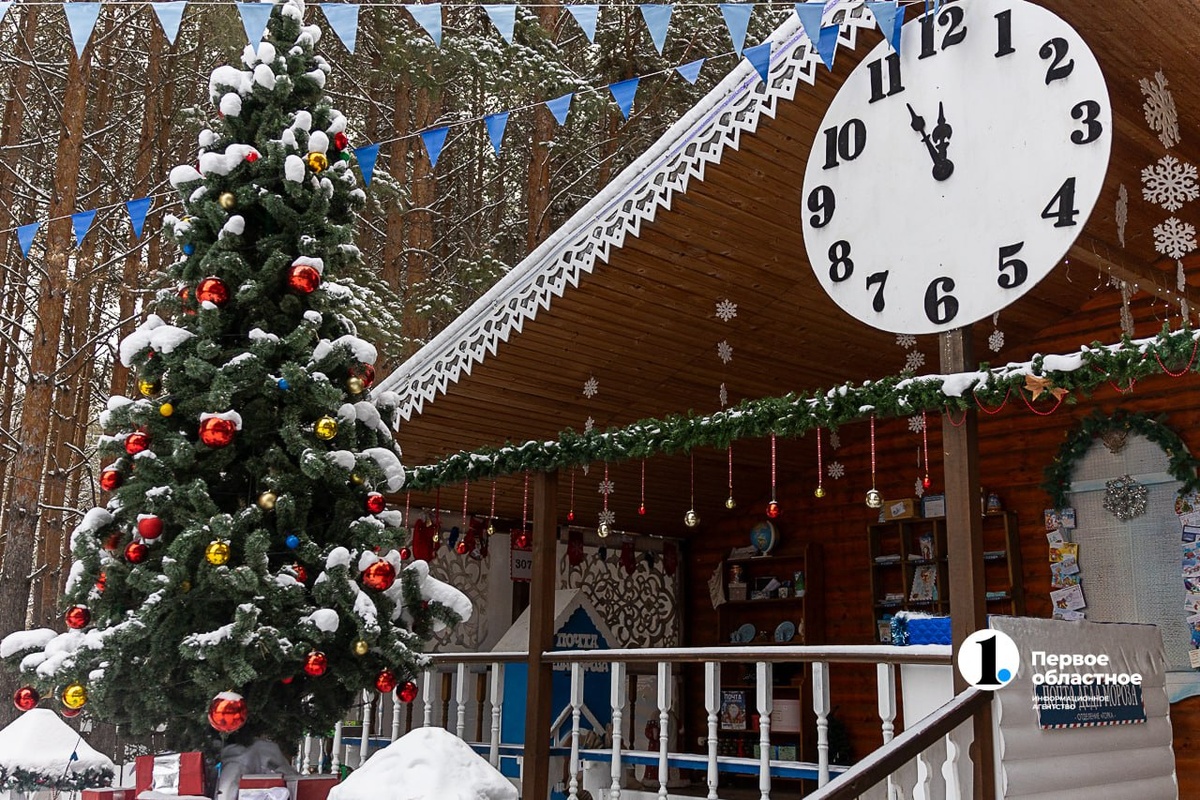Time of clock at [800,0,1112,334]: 11:55
